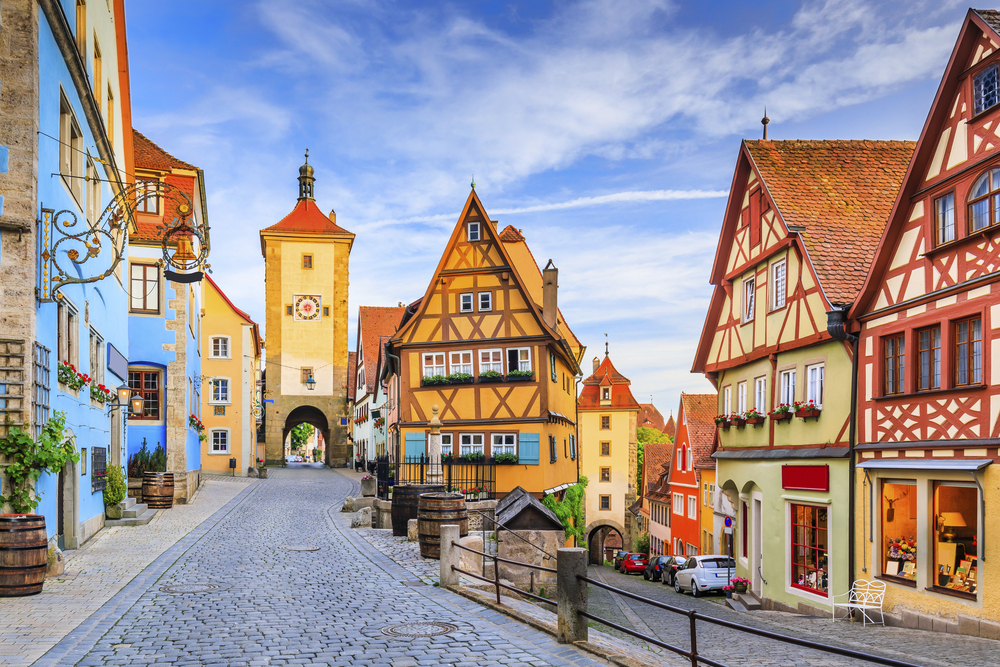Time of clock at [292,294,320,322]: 5:40
